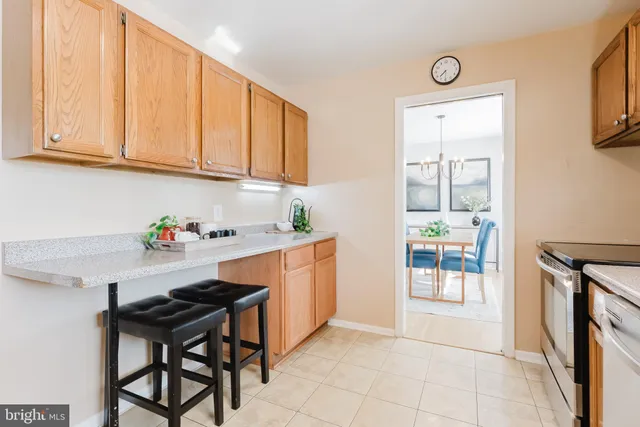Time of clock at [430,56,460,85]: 7:30
